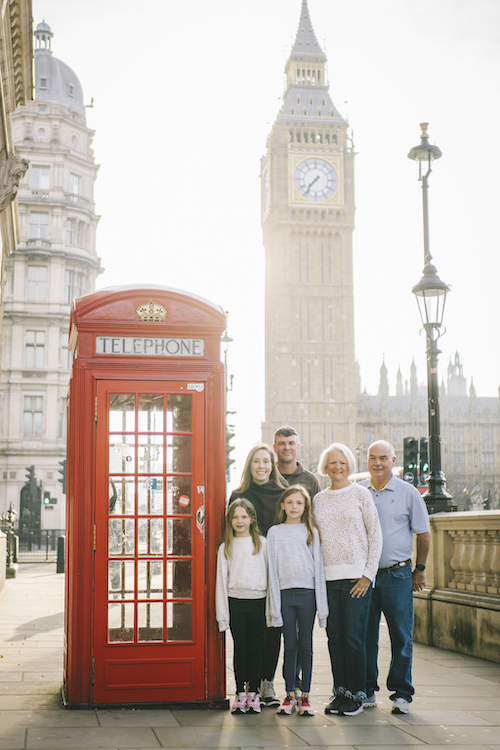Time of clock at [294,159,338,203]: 7:36
